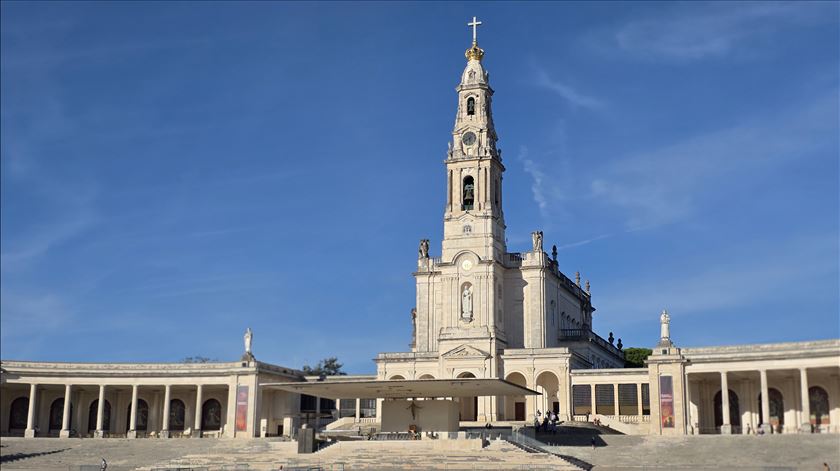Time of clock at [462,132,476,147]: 5:40
